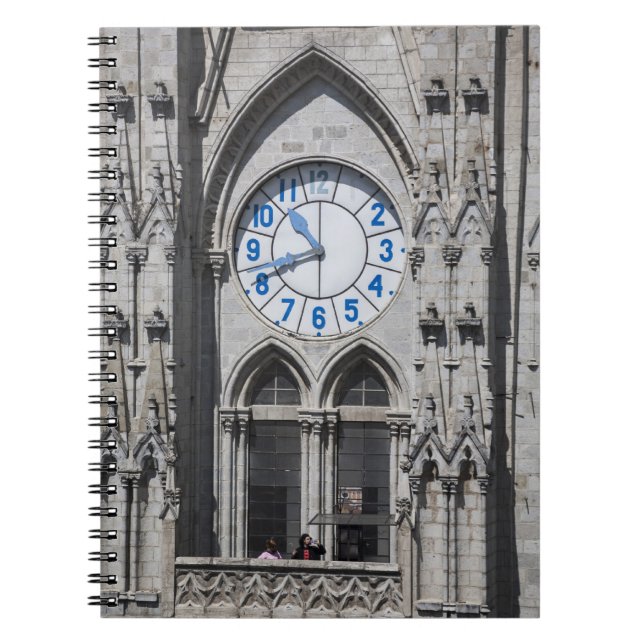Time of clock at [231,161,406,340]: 10:41
